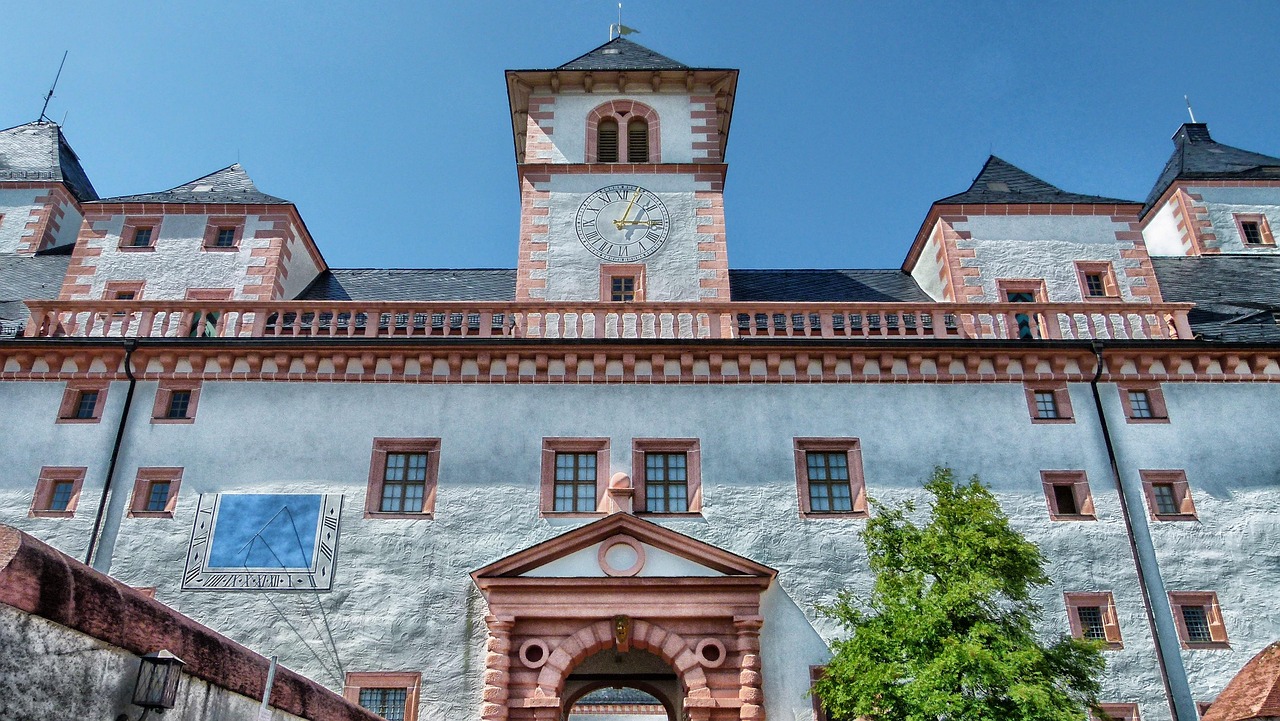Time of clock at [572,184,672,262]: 3:03
